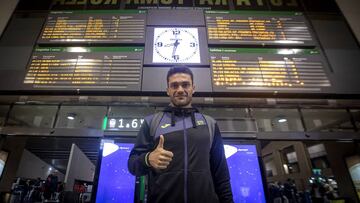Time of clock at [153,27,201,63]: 8:32
